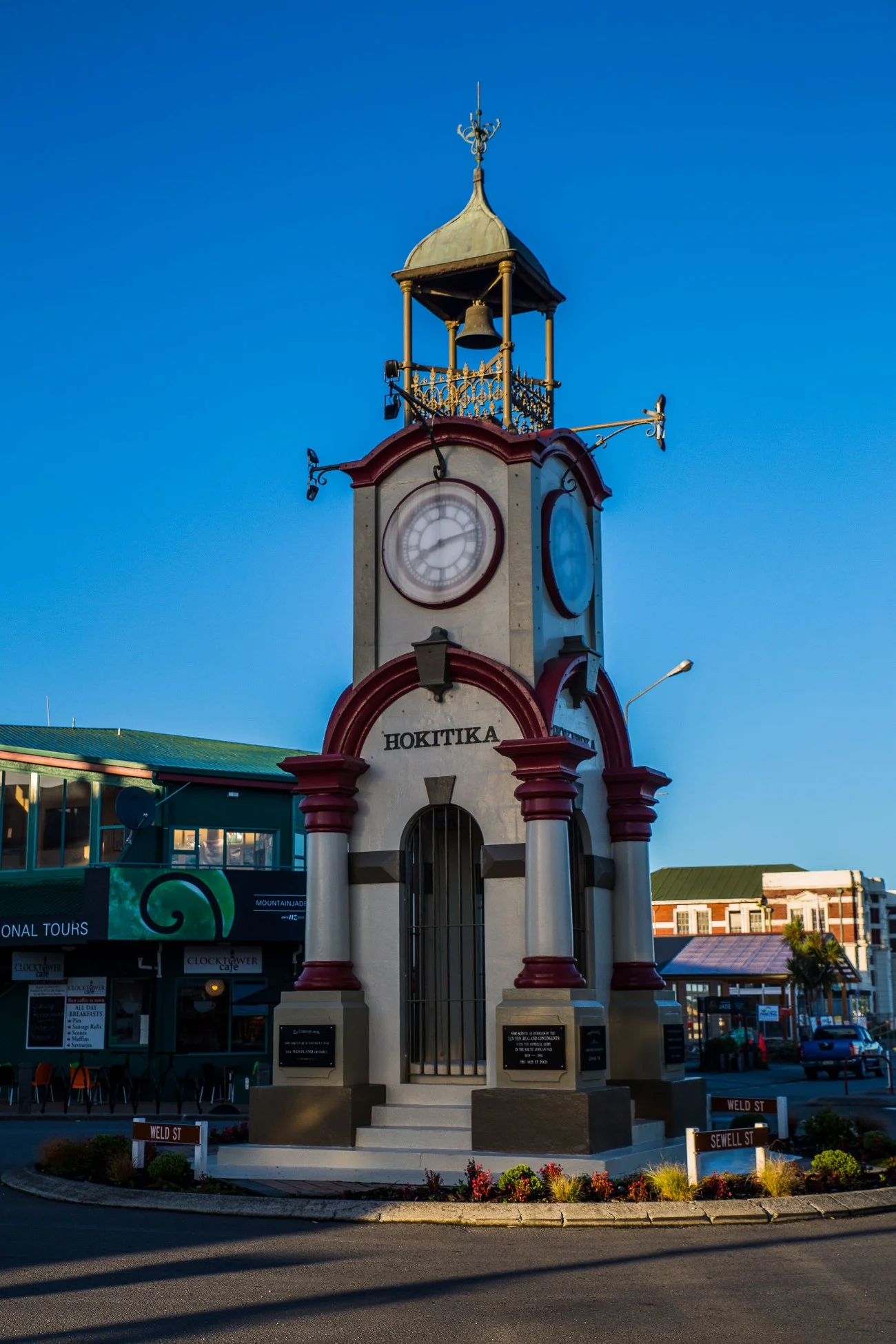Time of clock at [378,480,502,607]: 8:12
